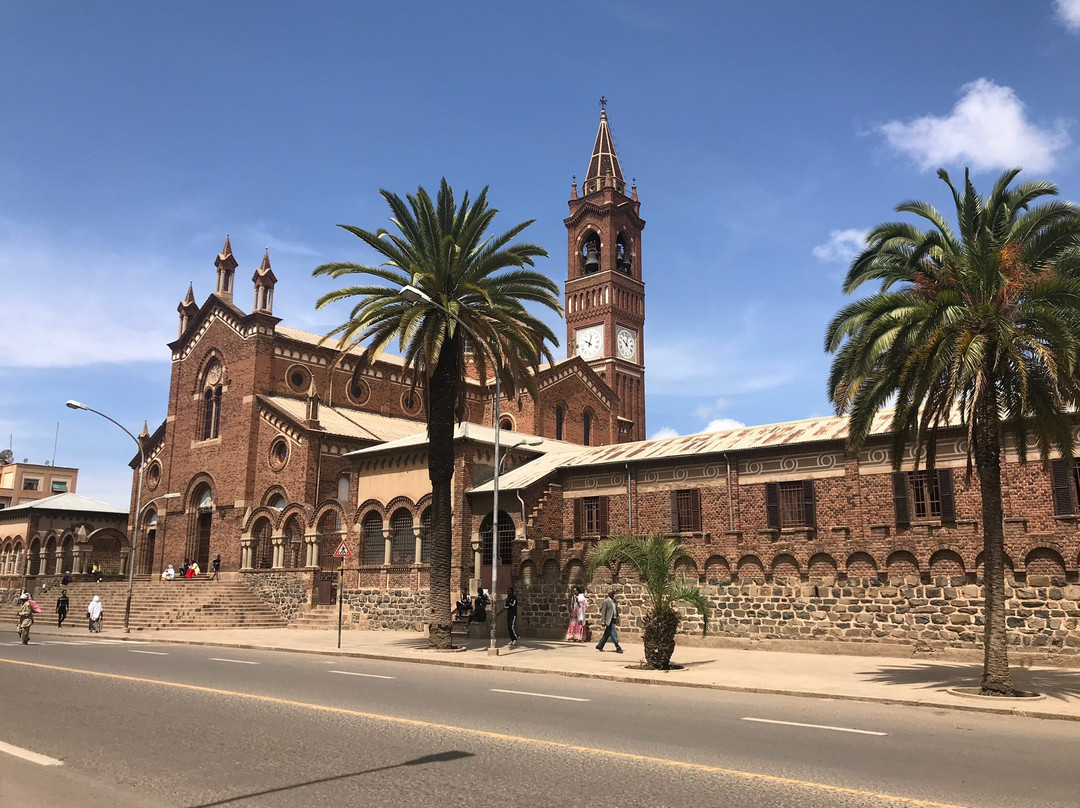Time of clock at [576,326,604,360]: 10:02
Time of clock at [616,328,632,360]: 10:02
